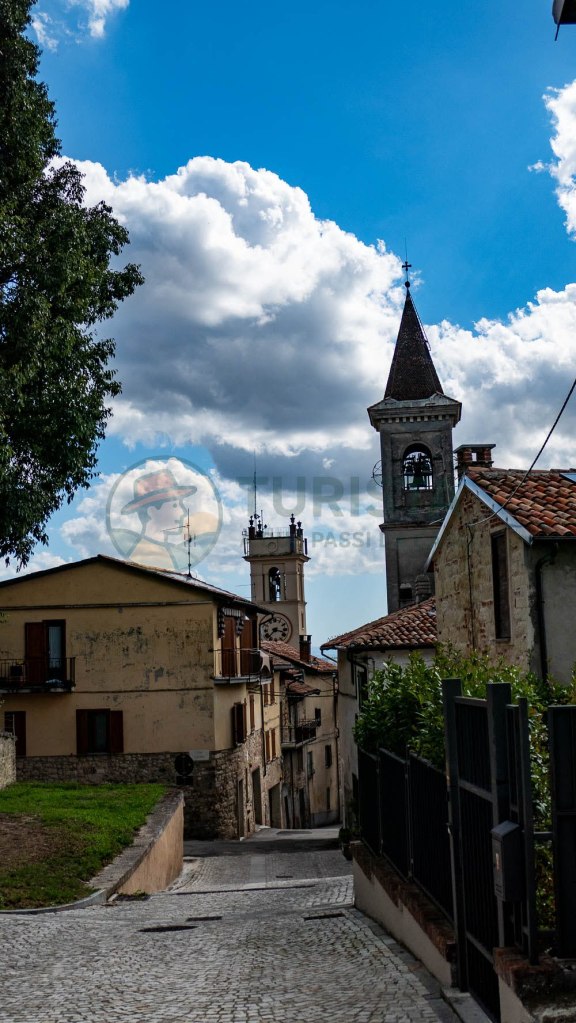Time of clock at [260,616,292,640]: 3:37
